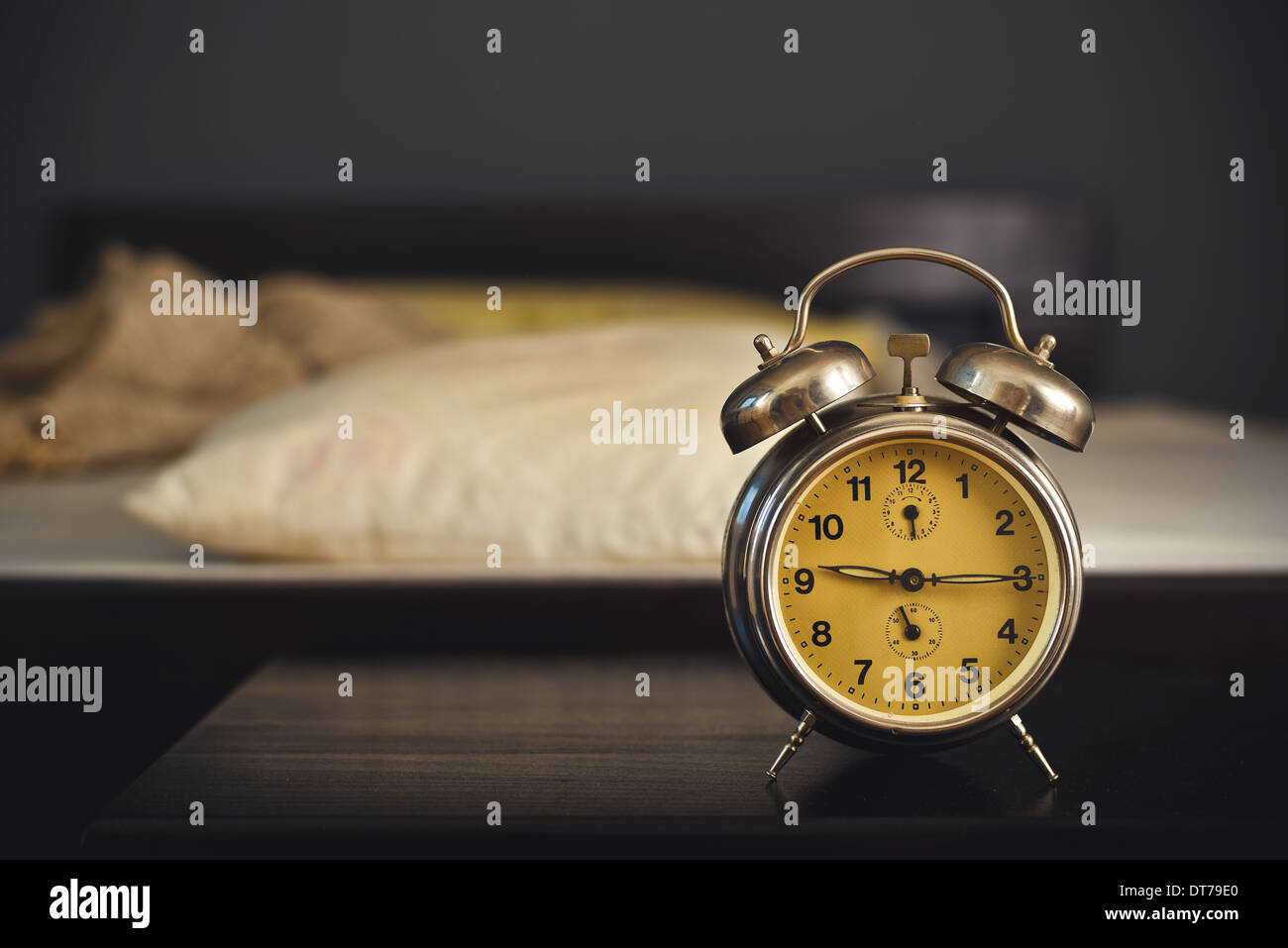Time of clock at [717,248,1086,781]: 9:15
